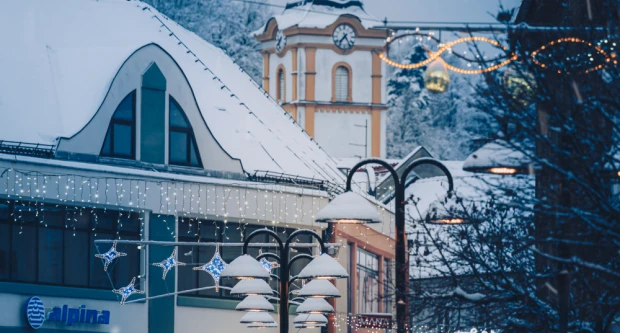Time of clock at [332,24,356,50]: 7:24
